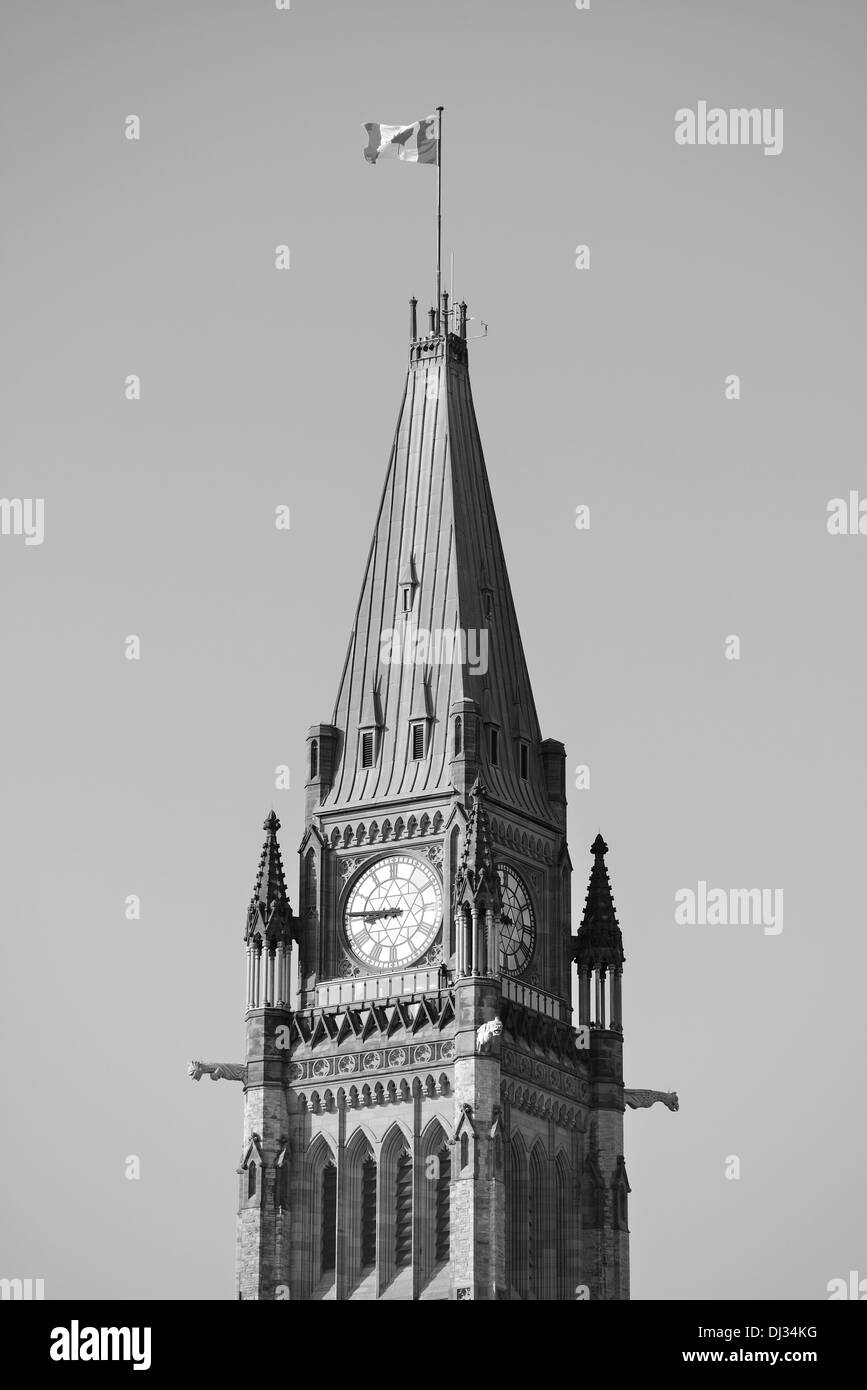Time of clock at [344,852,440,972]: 8:45
